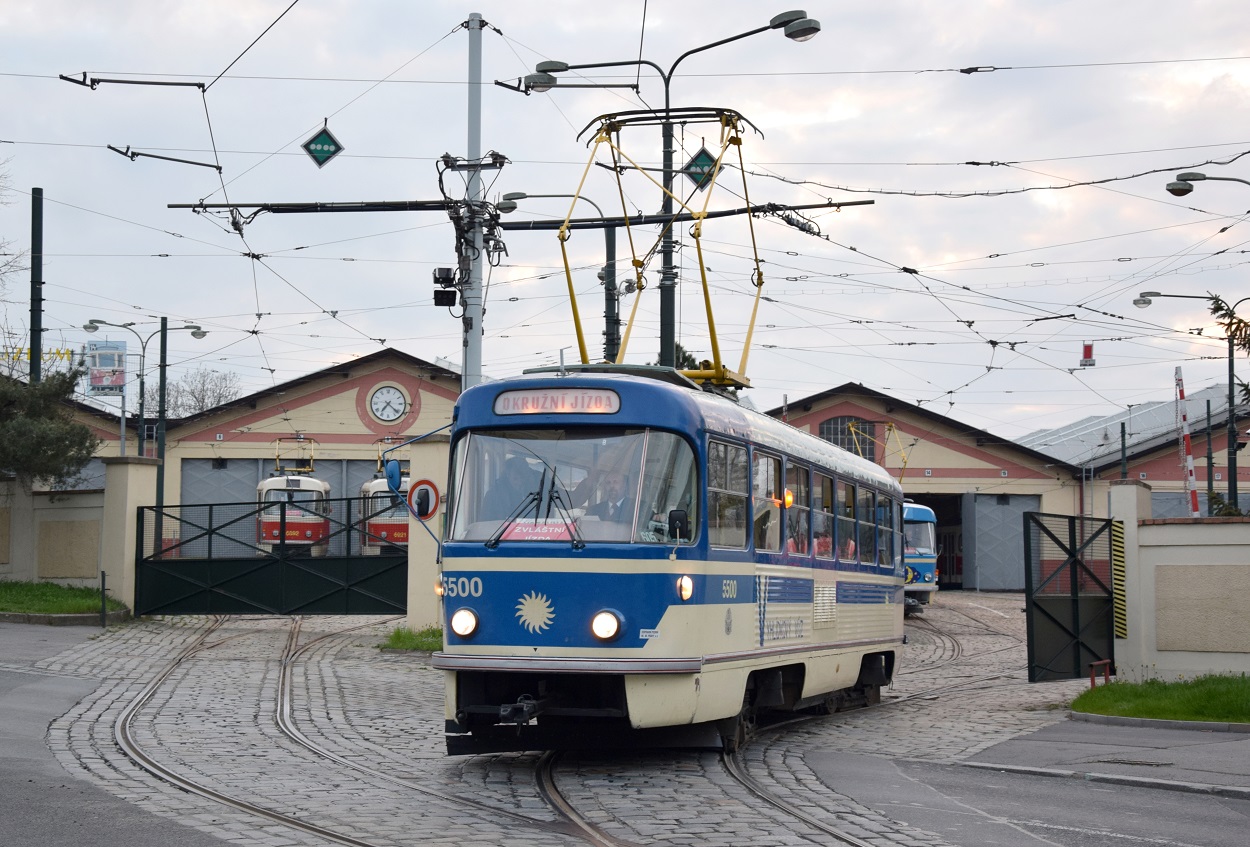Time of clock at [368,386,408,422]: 7:21
